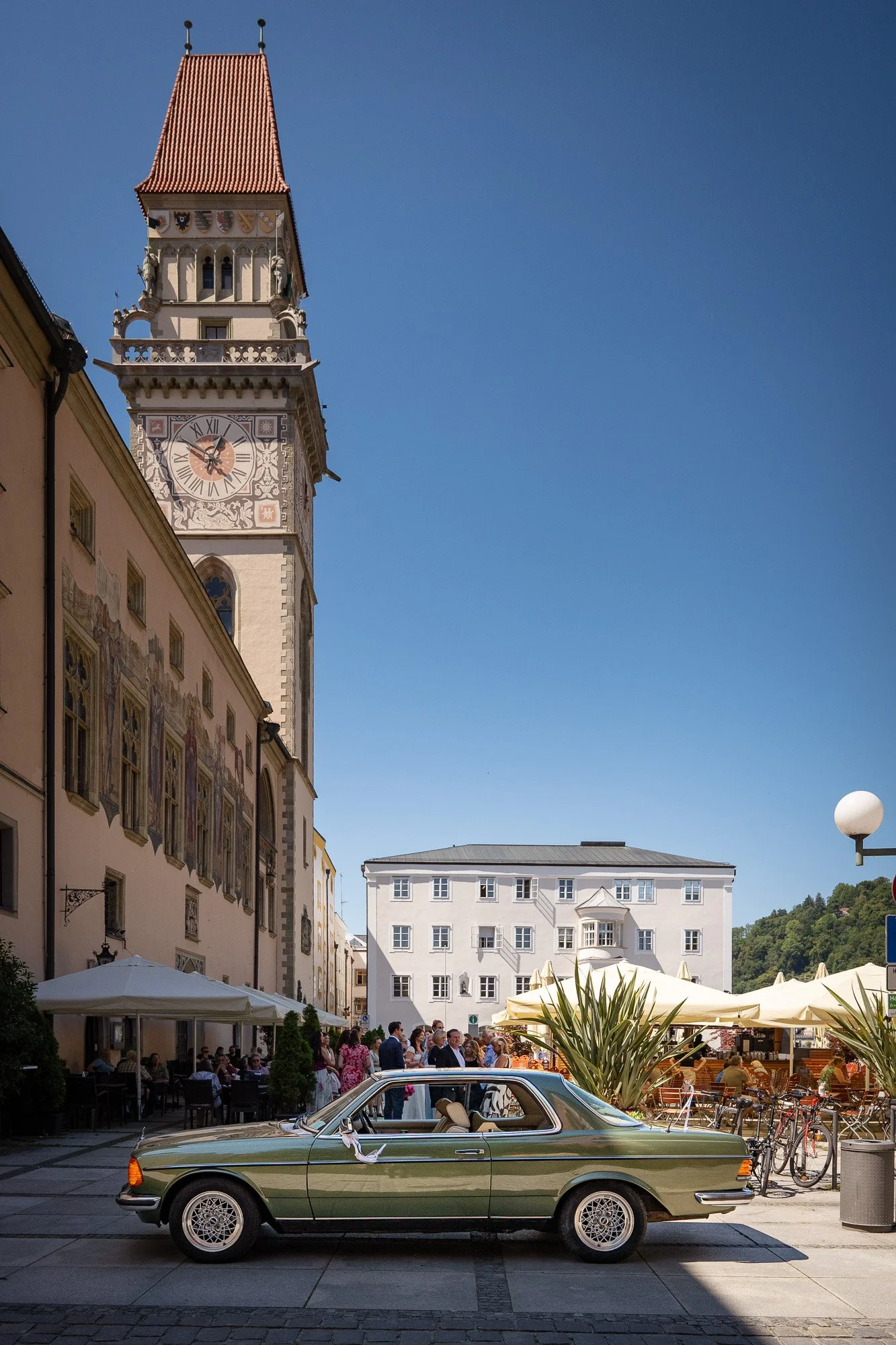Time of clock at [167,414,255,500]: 12:50
